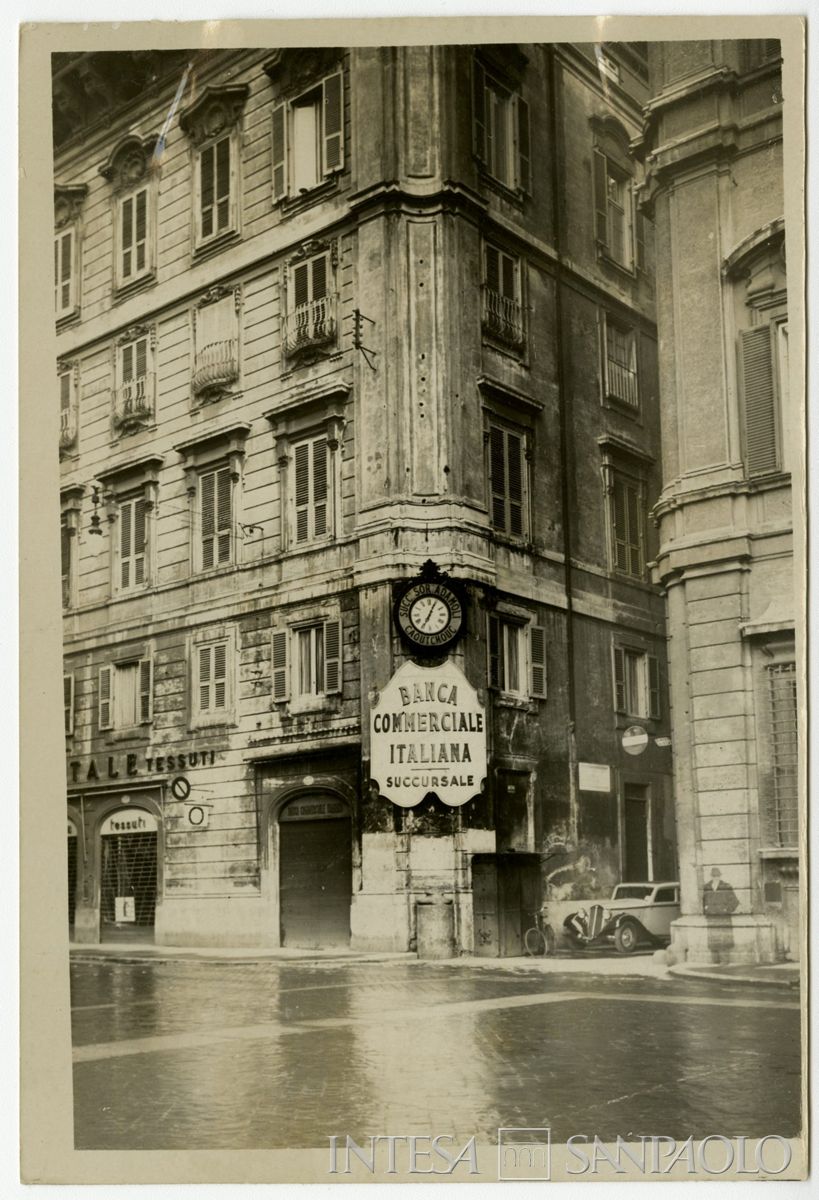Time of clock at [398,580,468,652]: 7:04
